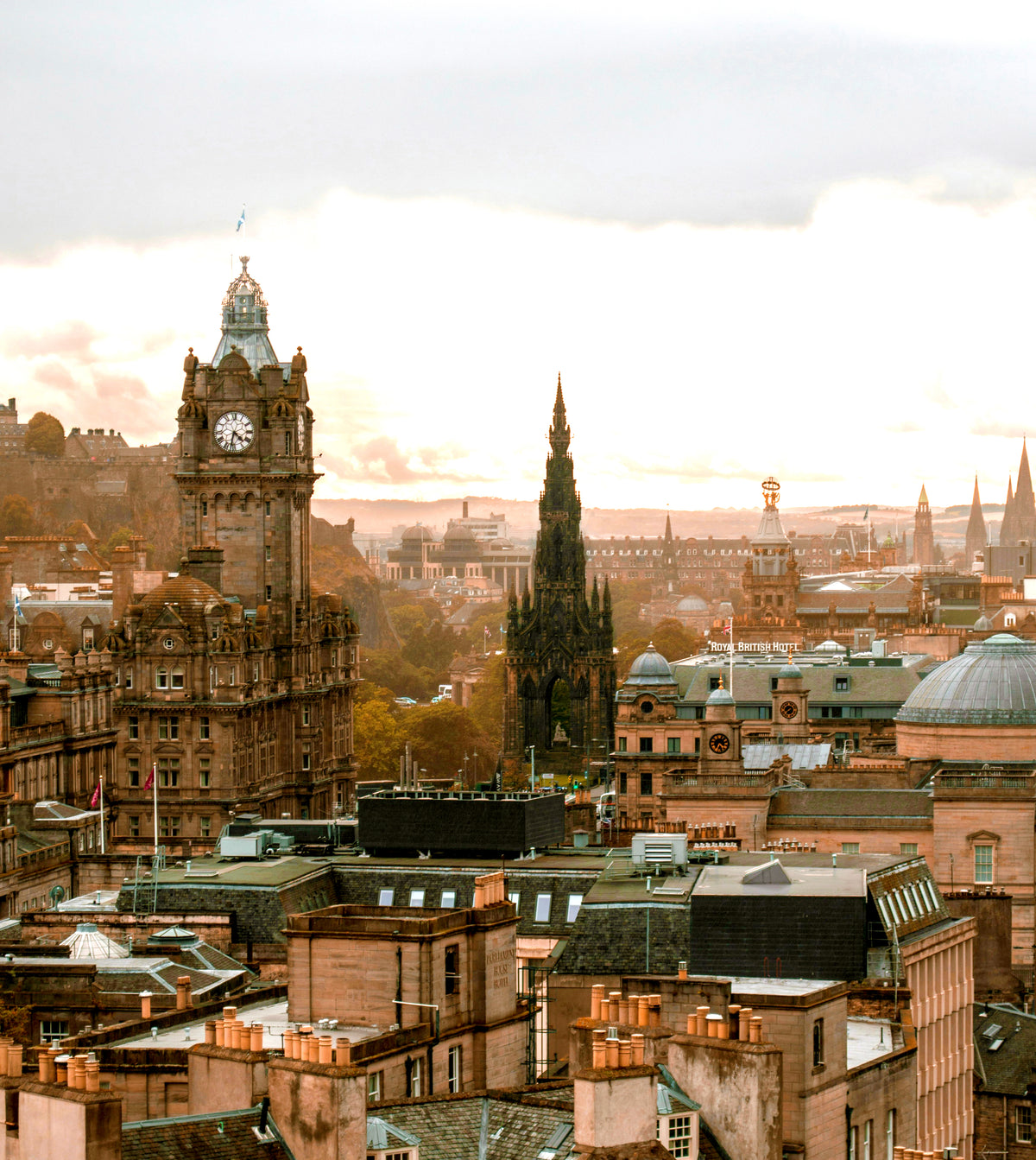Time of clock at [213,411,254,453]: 4:32
